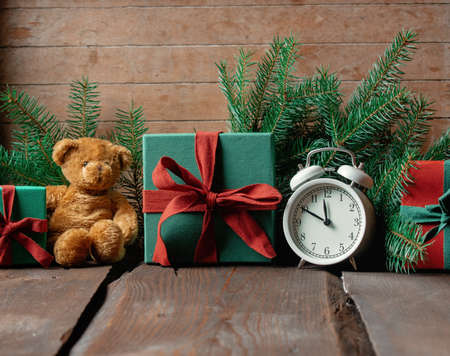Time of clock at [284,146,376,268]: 11:49
